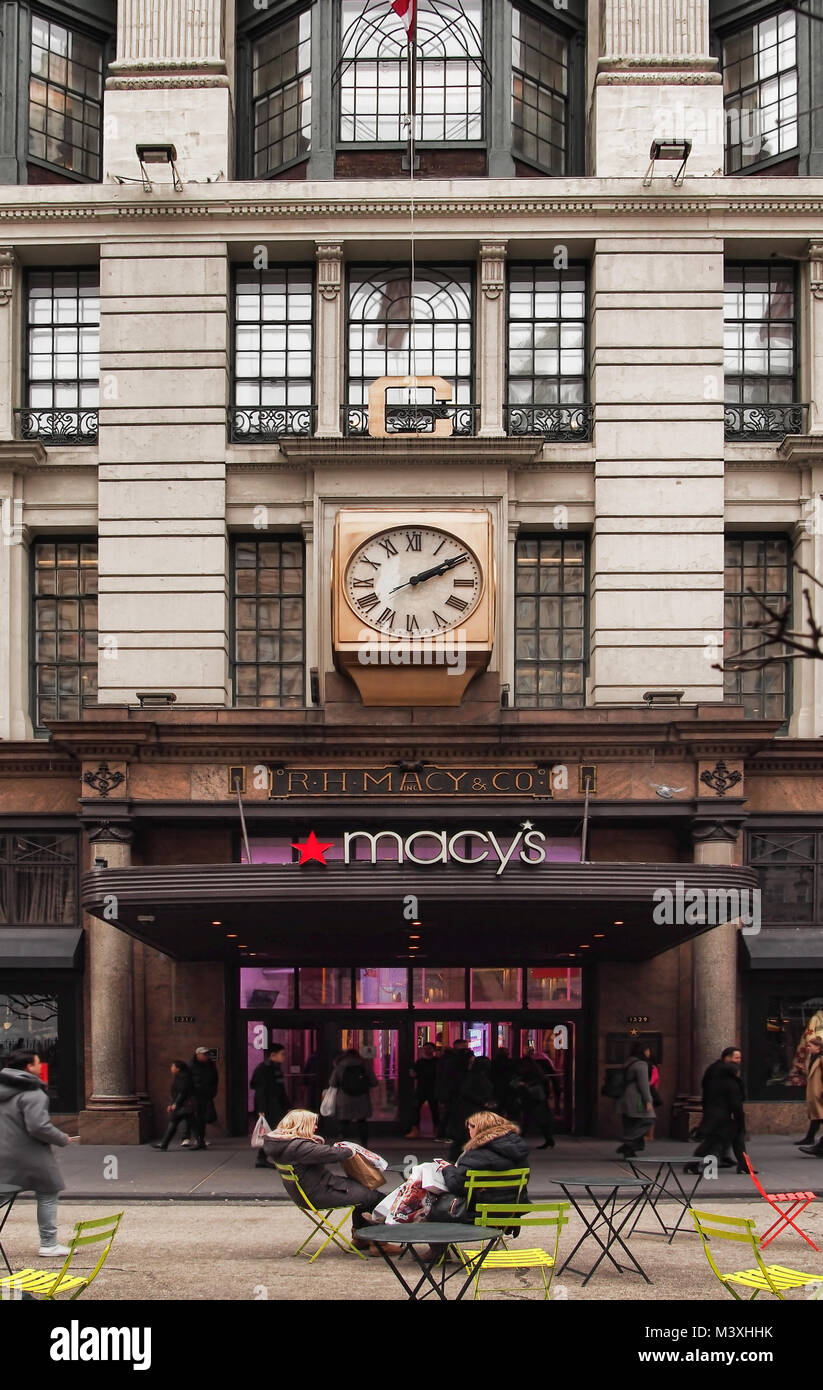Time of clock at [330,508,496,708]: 2:09
